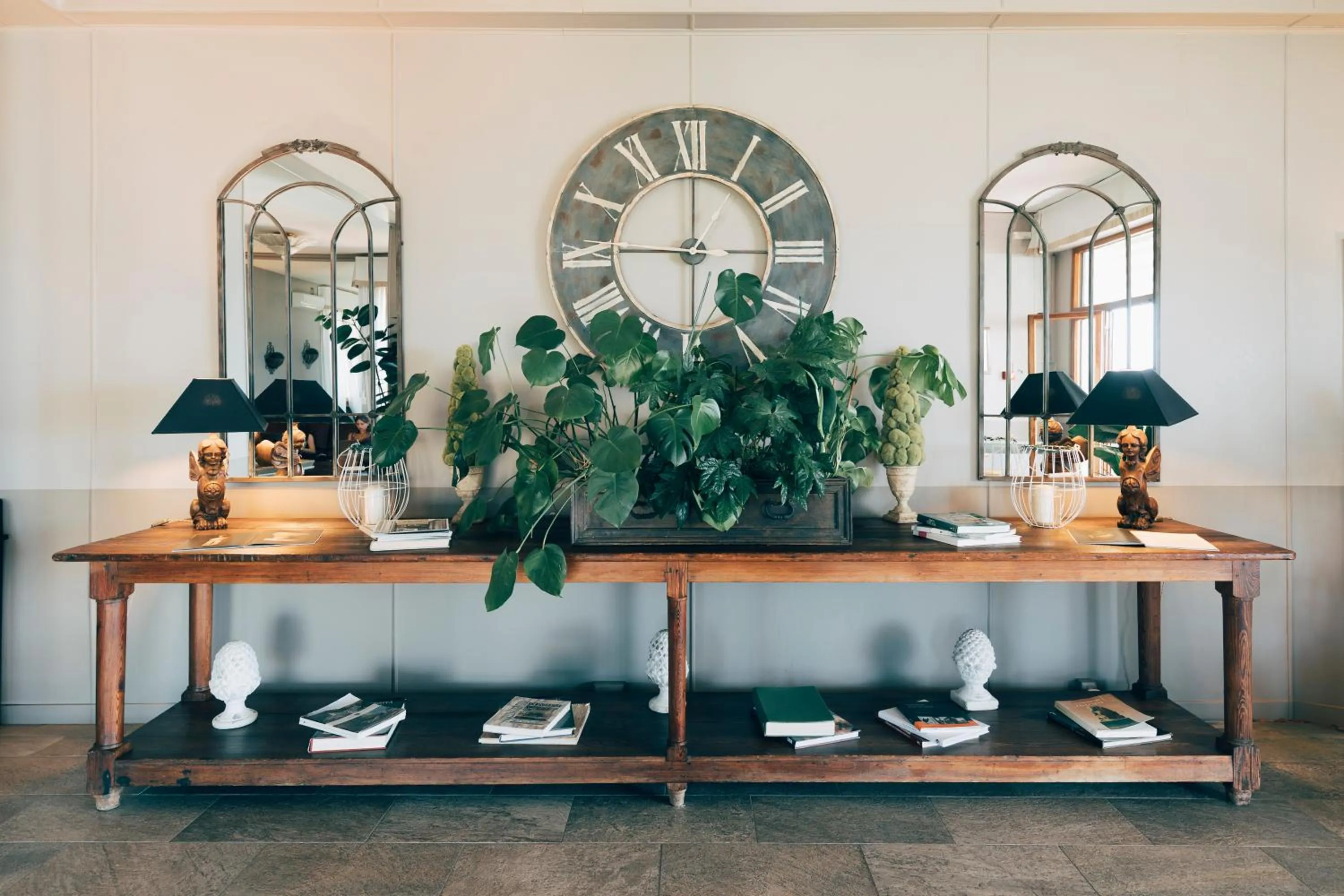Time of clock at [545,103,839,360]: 9:00
